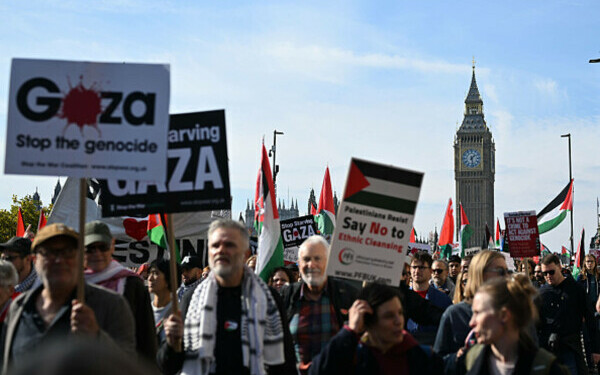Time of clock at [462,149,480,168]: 1:28
